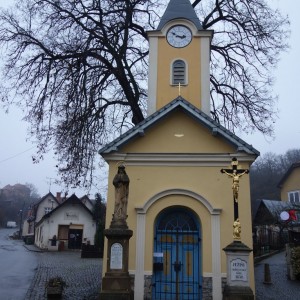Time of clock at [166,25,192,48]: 2:50
